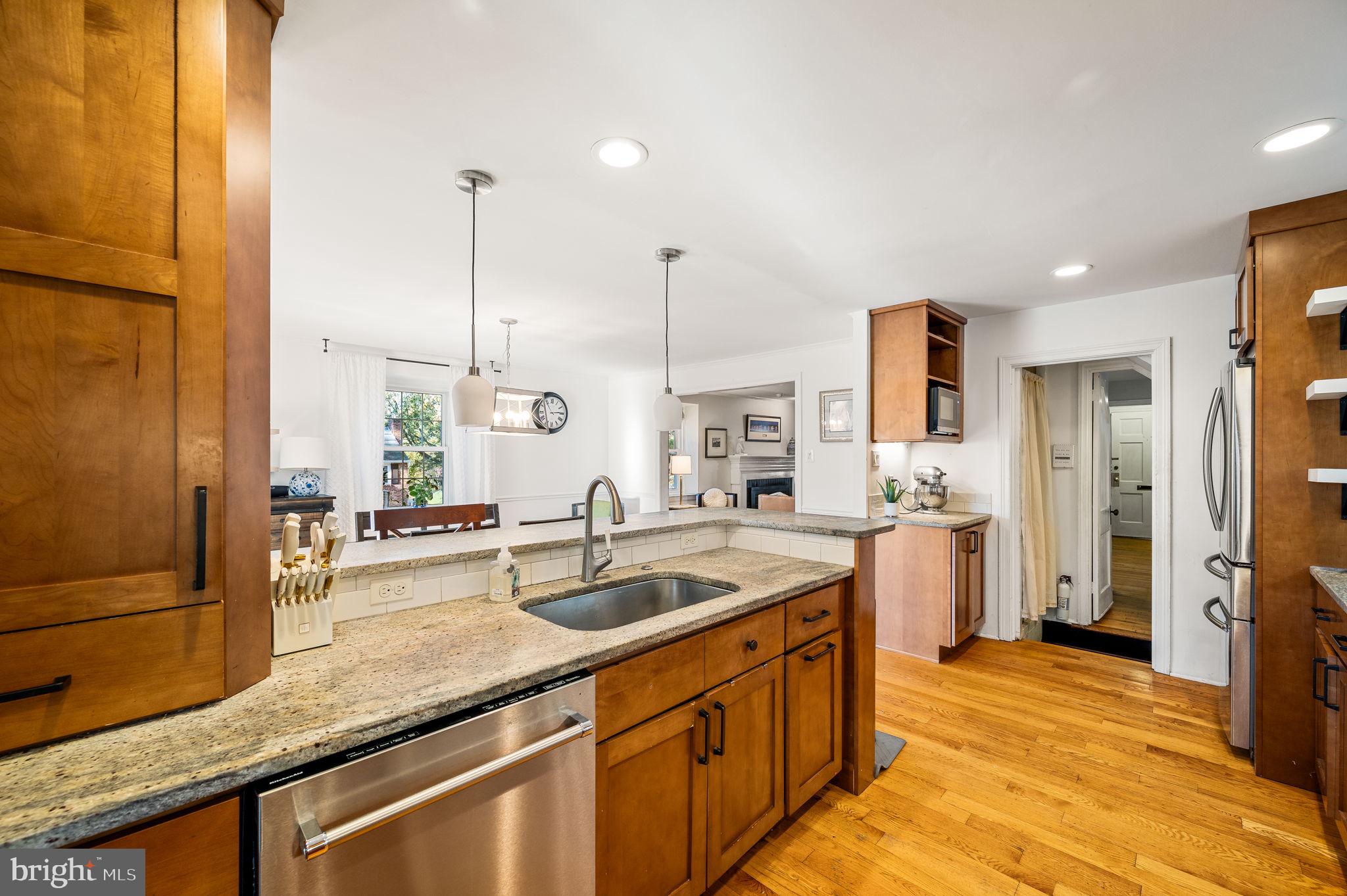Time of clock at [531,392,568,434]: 2:54
